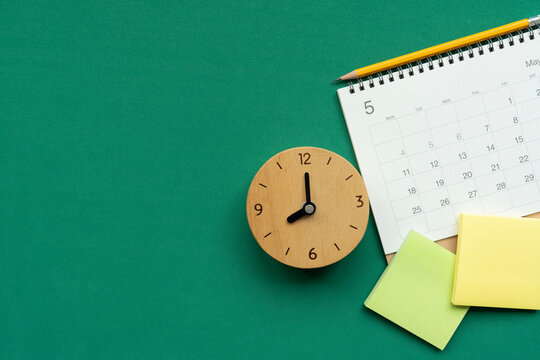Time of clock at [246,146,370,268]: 8:00
